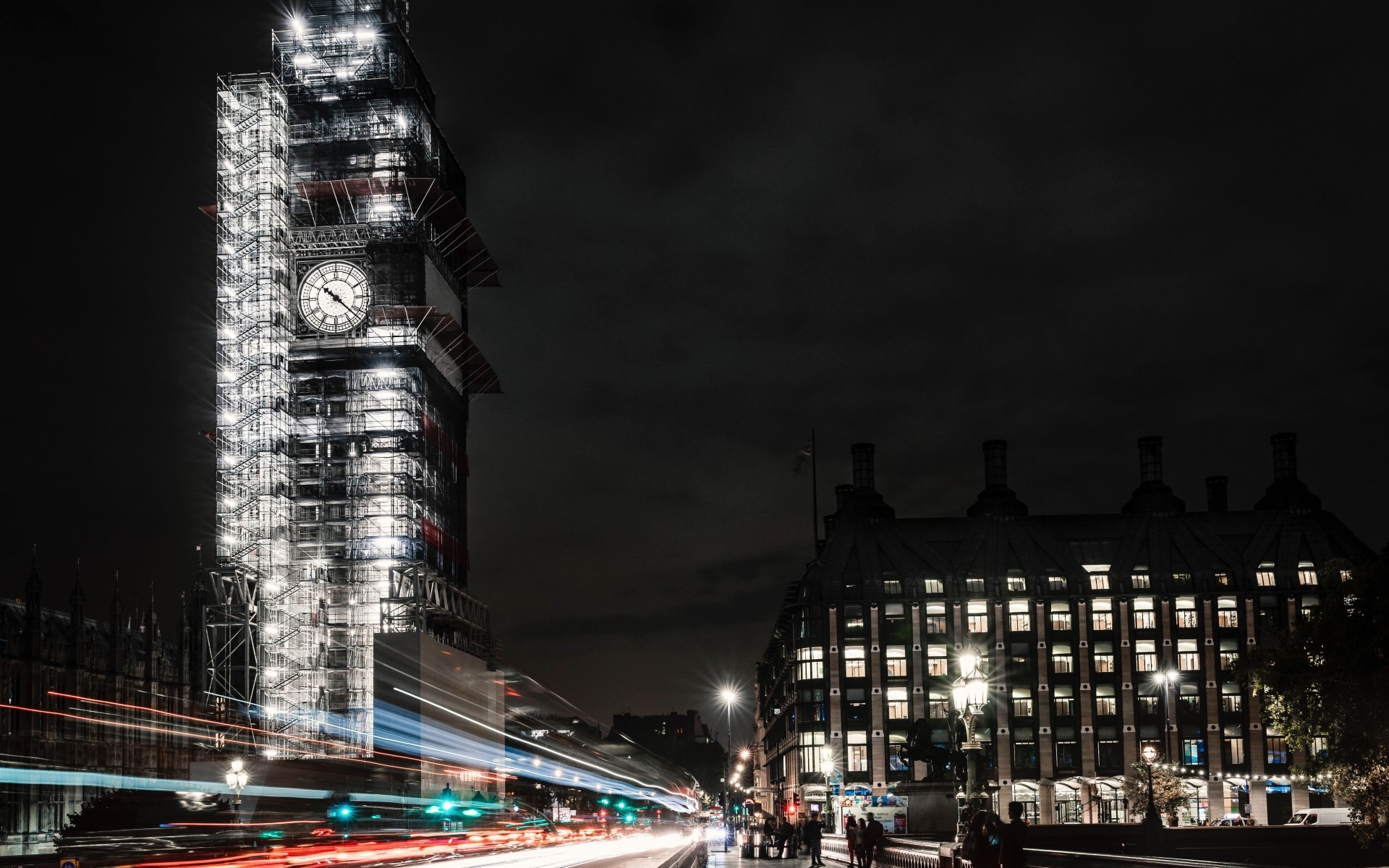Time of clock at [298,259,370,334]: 10:22
